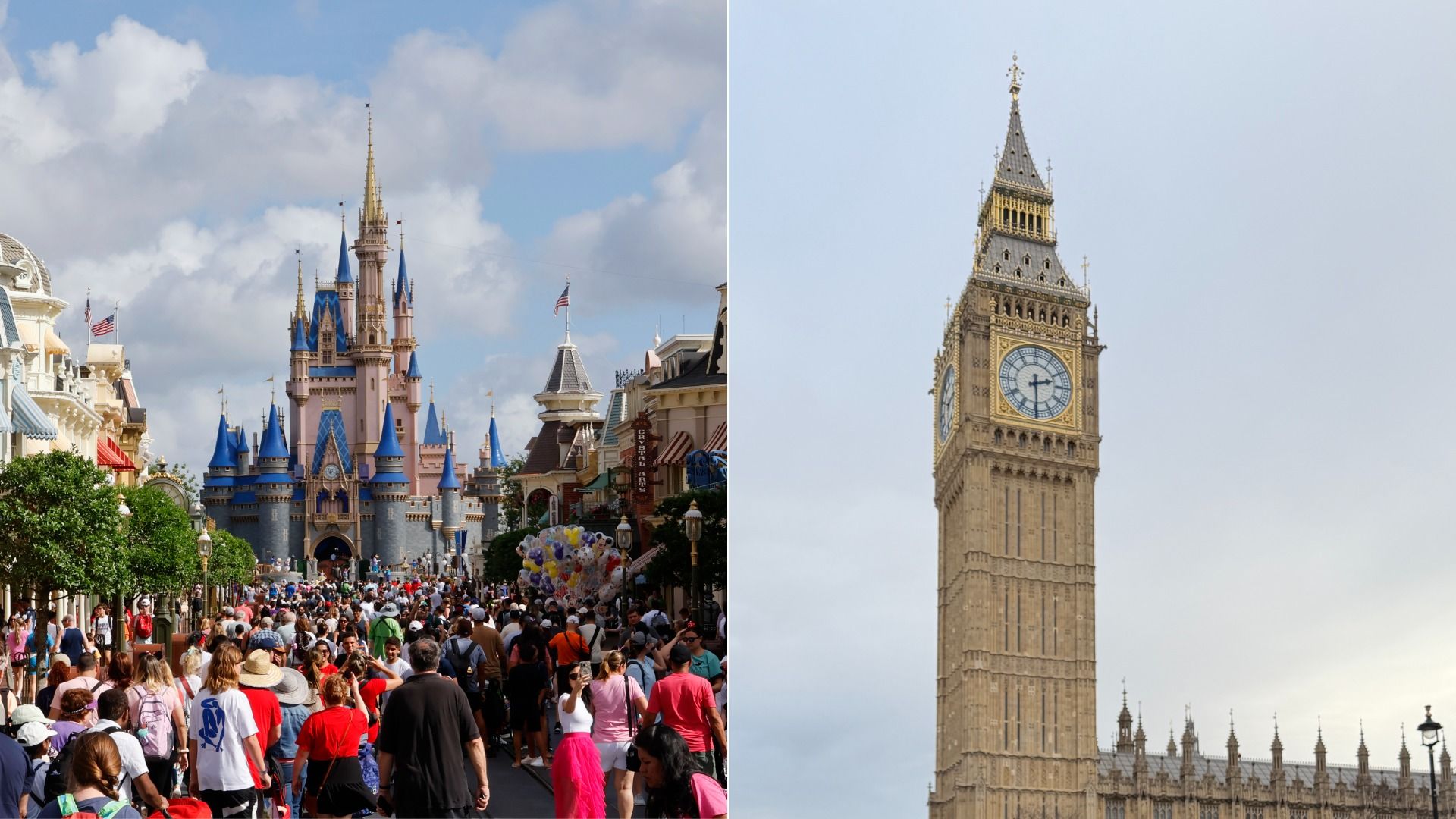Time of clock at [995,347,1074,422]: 2:29
